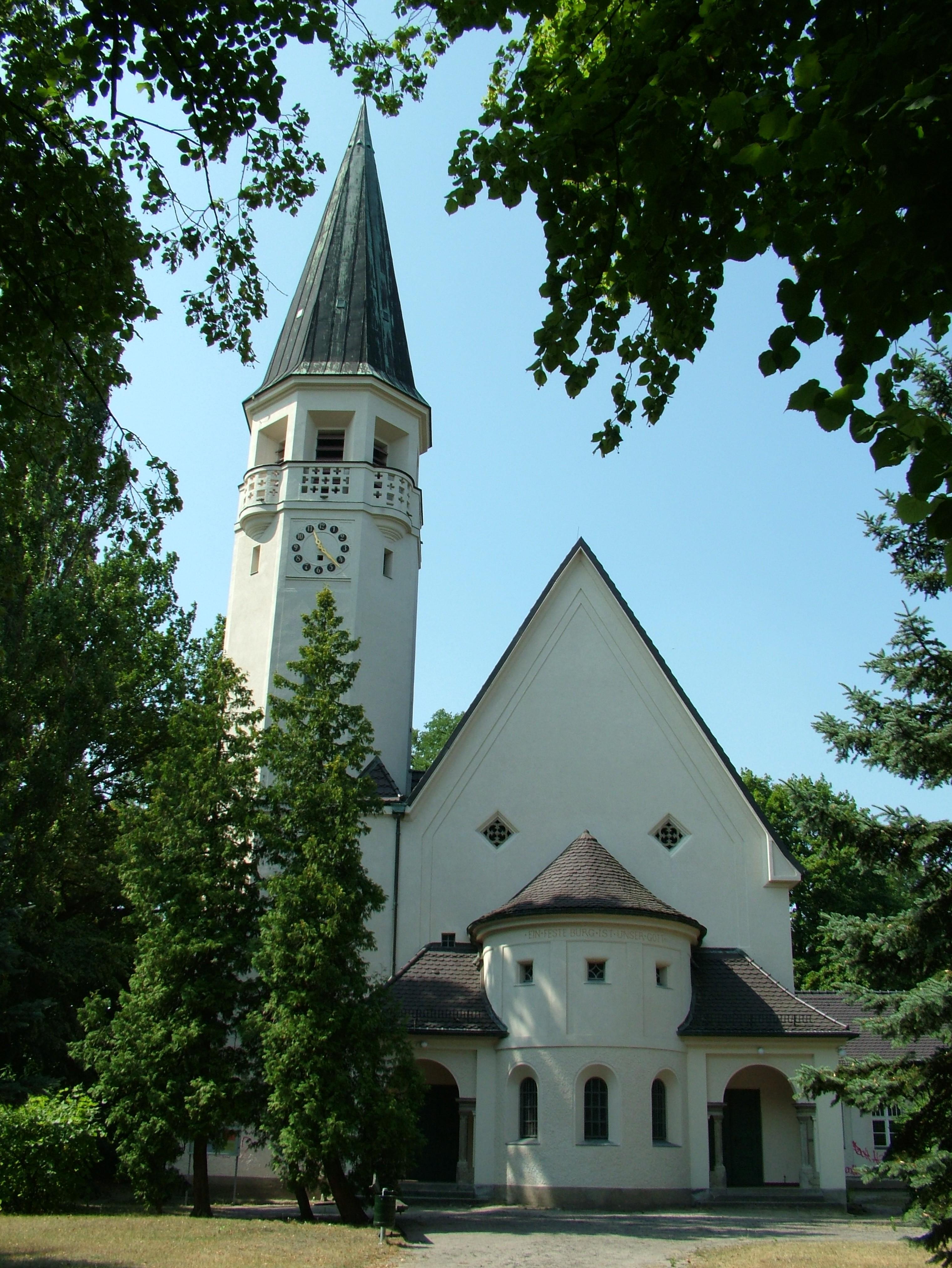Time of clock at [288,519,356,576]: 11:22
